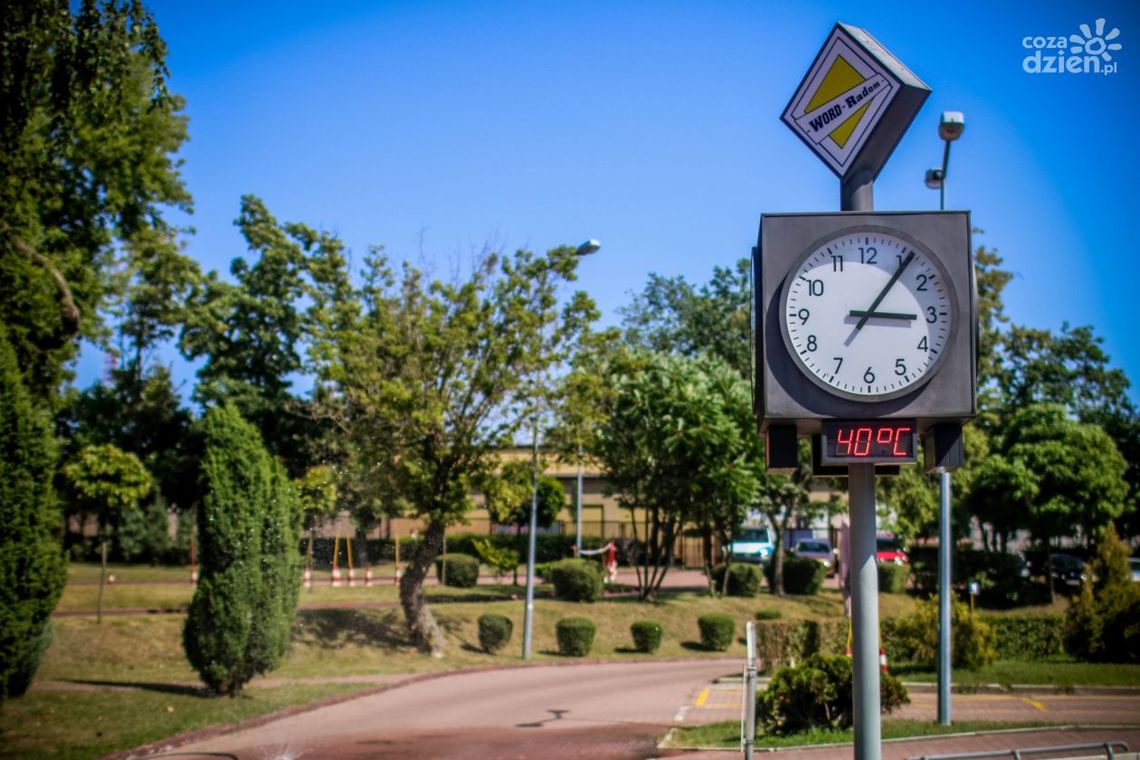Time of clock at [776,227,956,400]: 3:06
